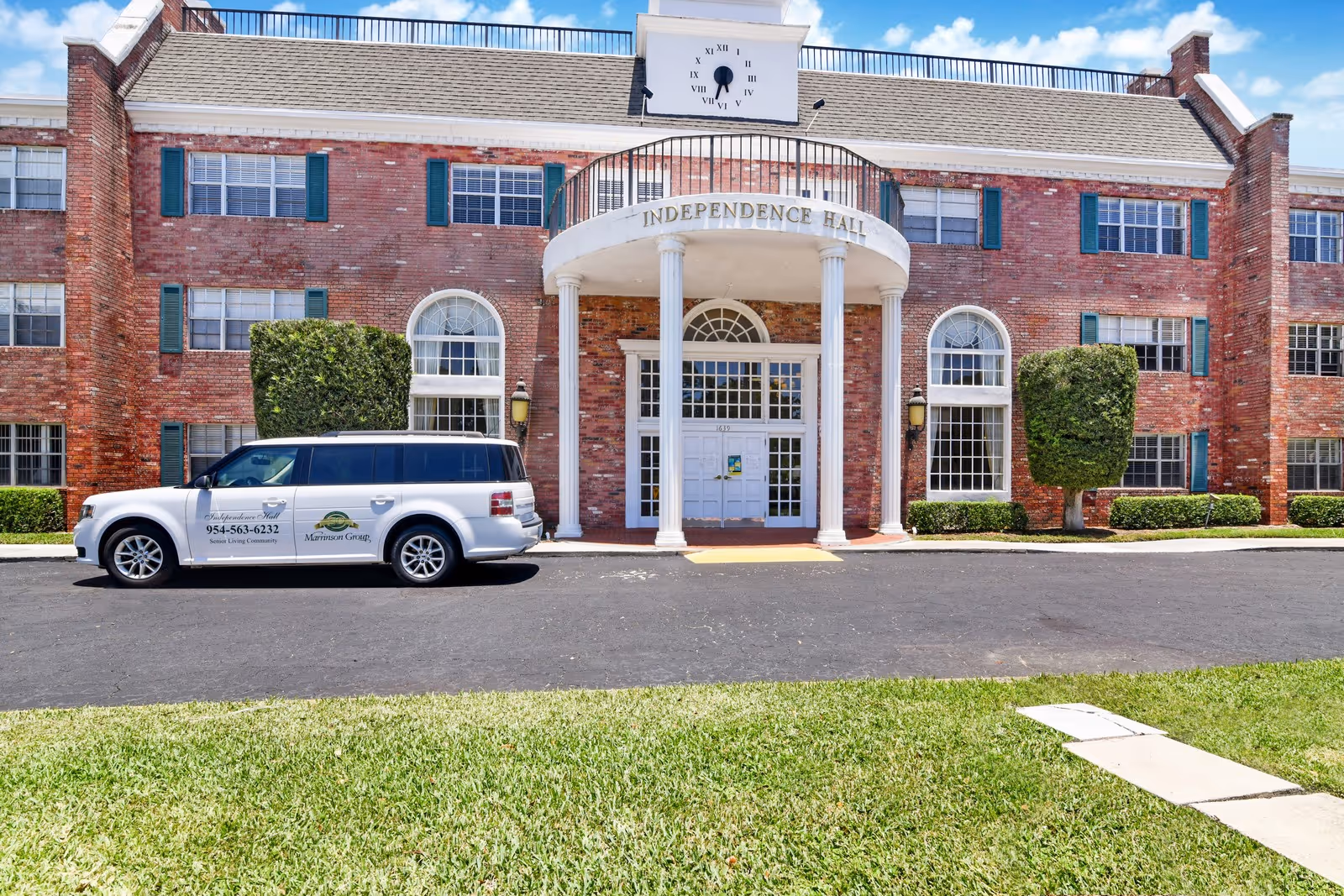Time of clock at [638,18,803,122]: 5:32
